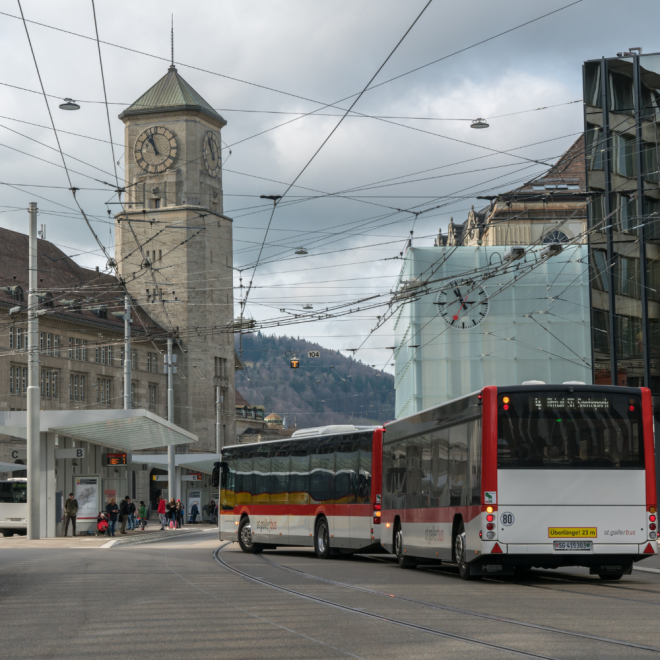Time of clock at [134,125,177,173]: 10:56
